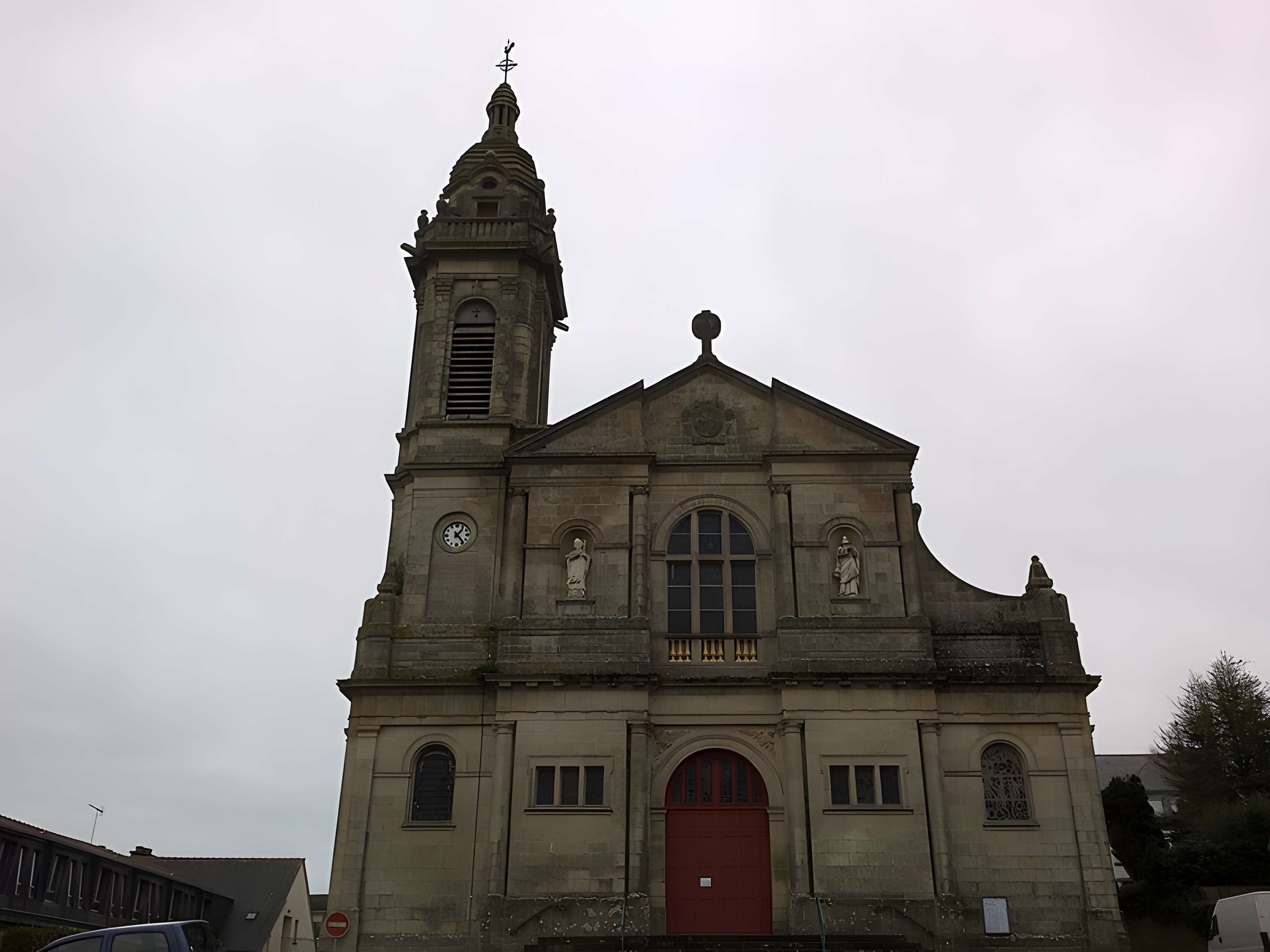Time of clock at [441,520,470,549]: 1:23
